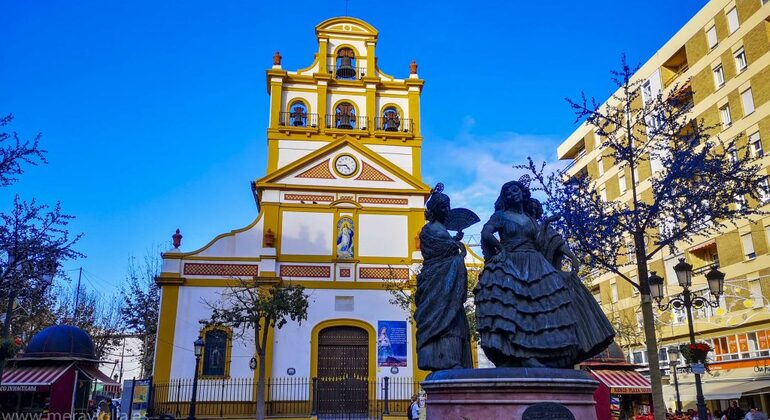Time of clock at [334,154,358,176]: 4:44
